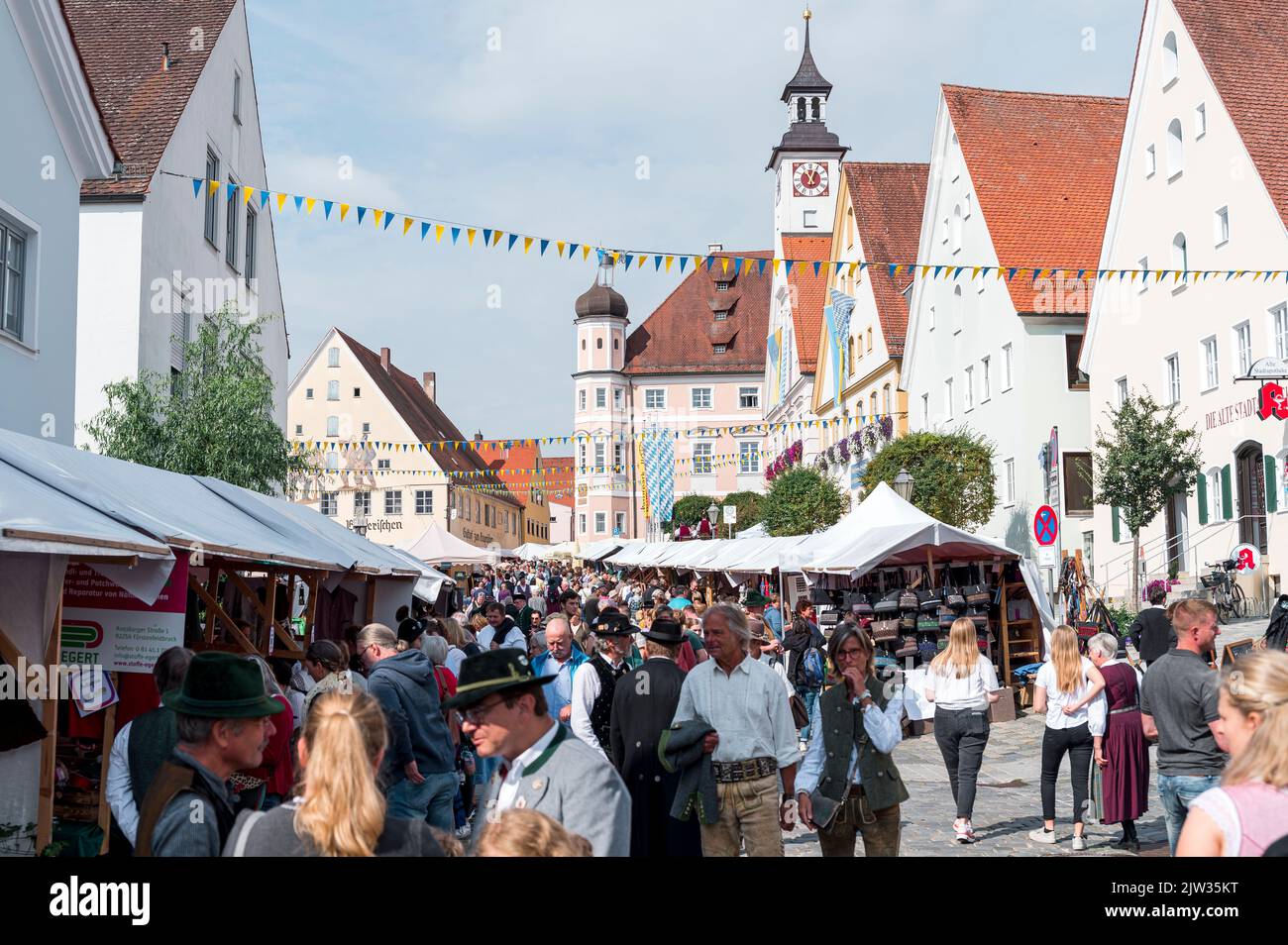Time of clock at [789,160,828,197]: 11:04
